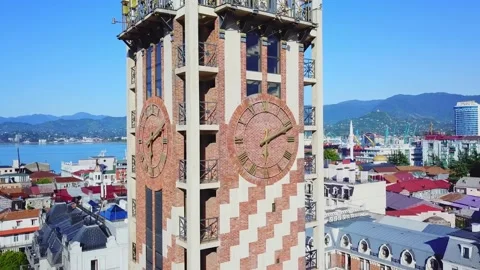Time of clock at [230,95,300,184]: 2:11
